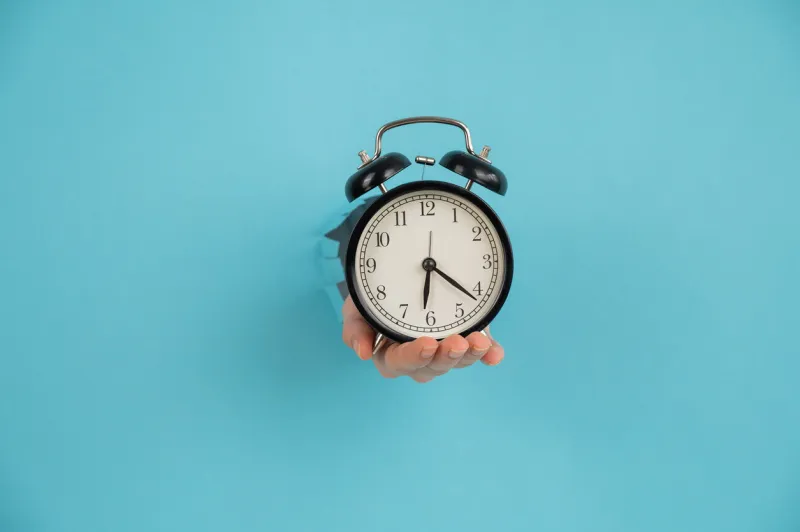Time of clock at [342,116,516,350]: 6:21
